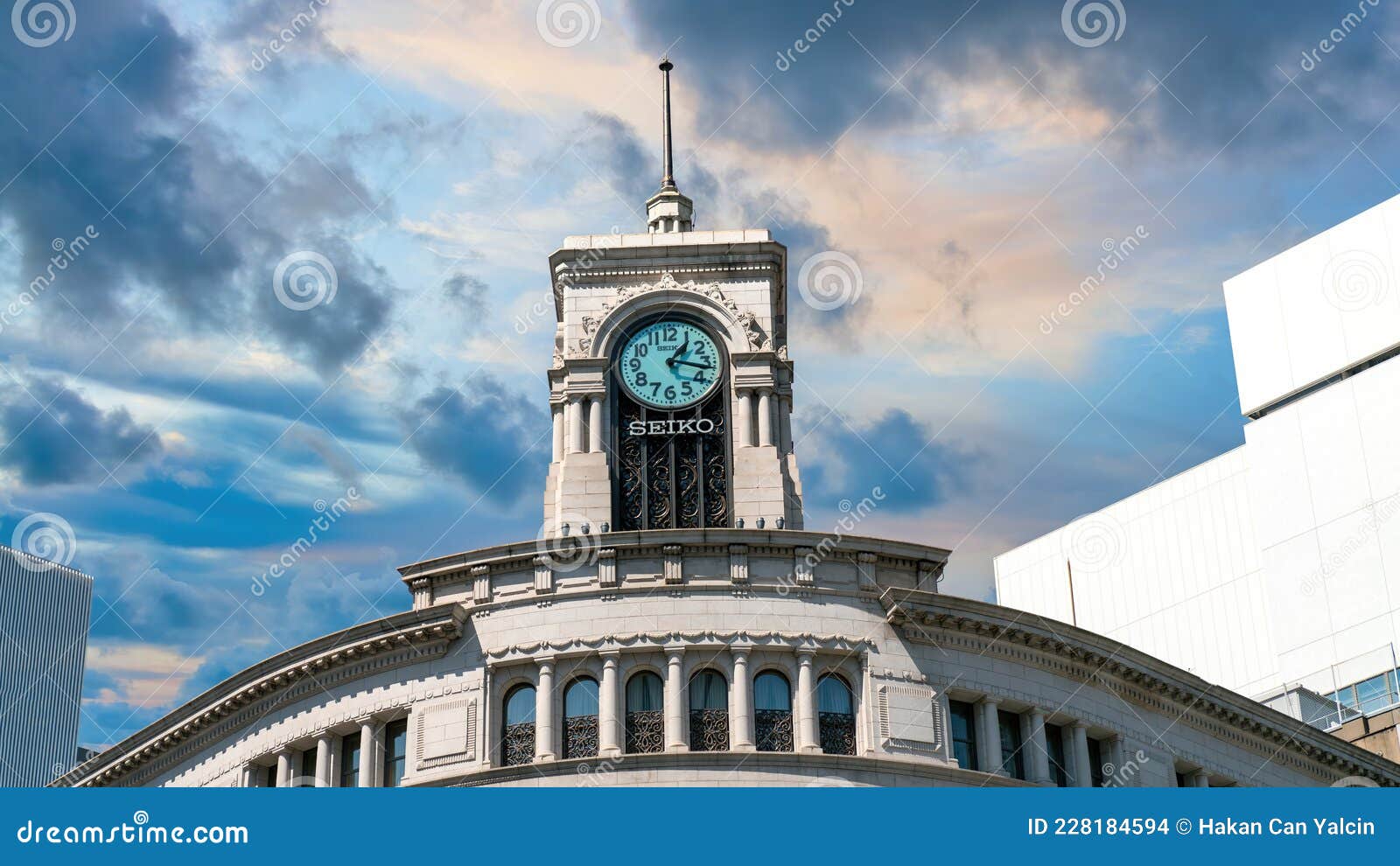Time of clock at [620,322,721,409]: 1:16
